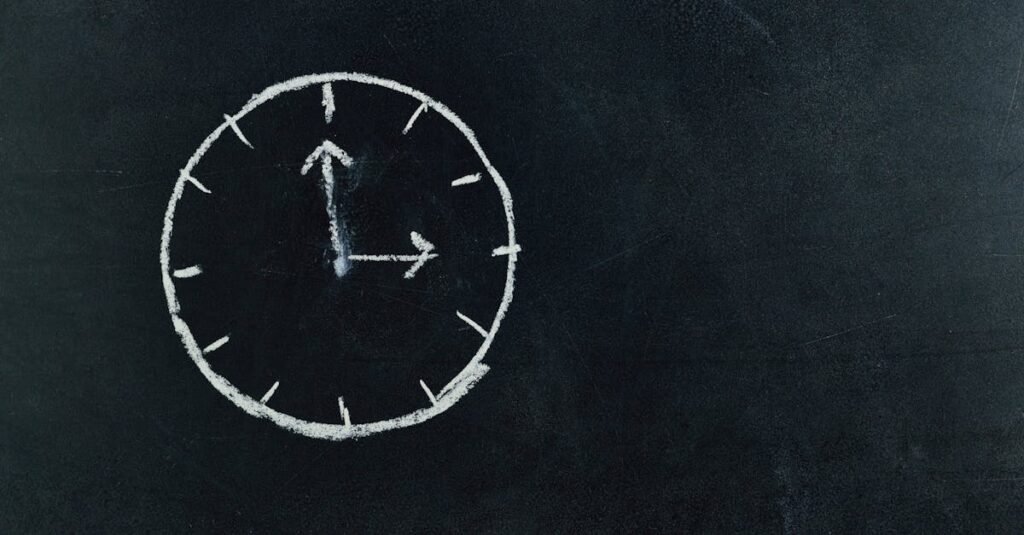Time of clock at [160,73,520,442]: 2:59
